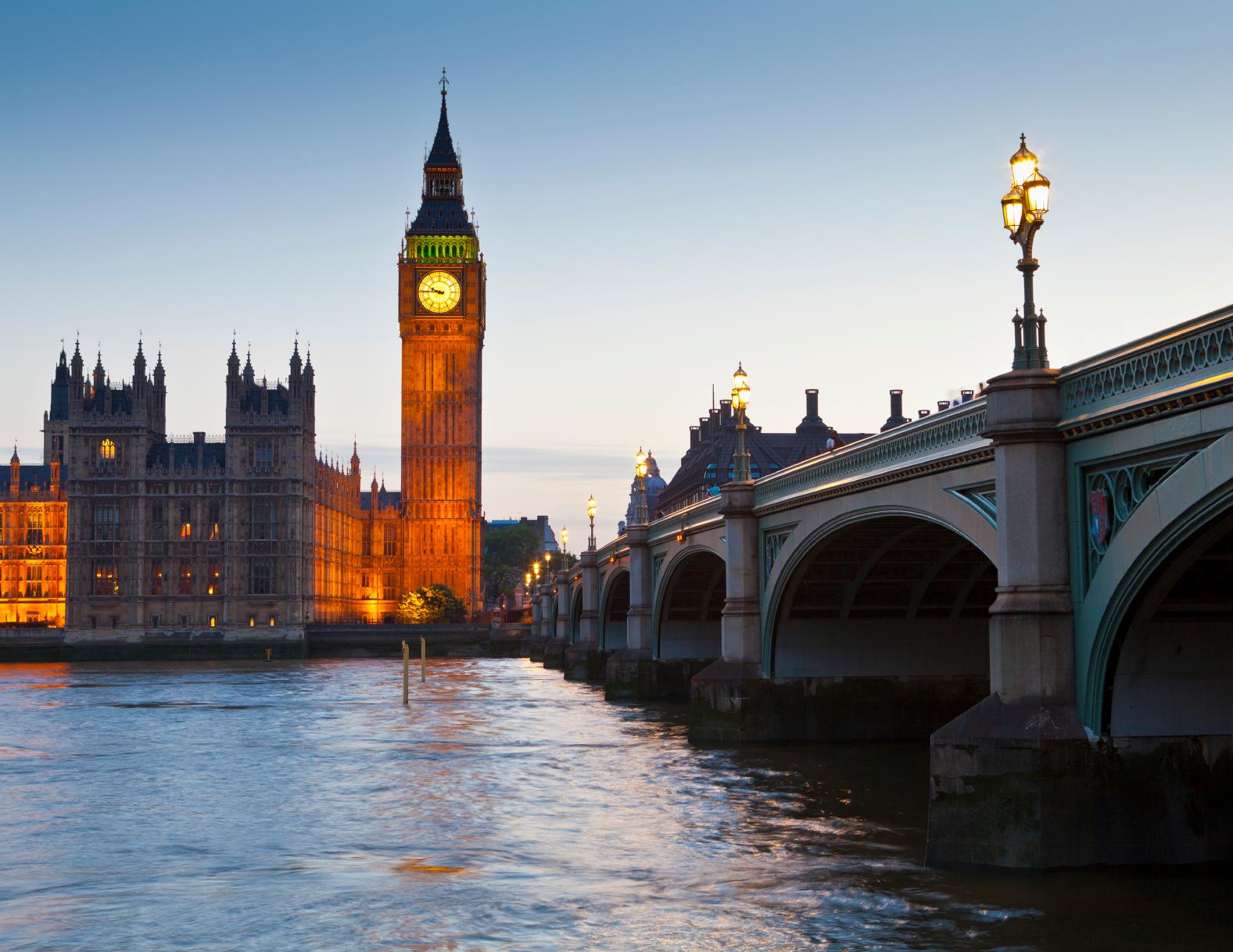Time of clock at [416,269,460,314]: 9:45
